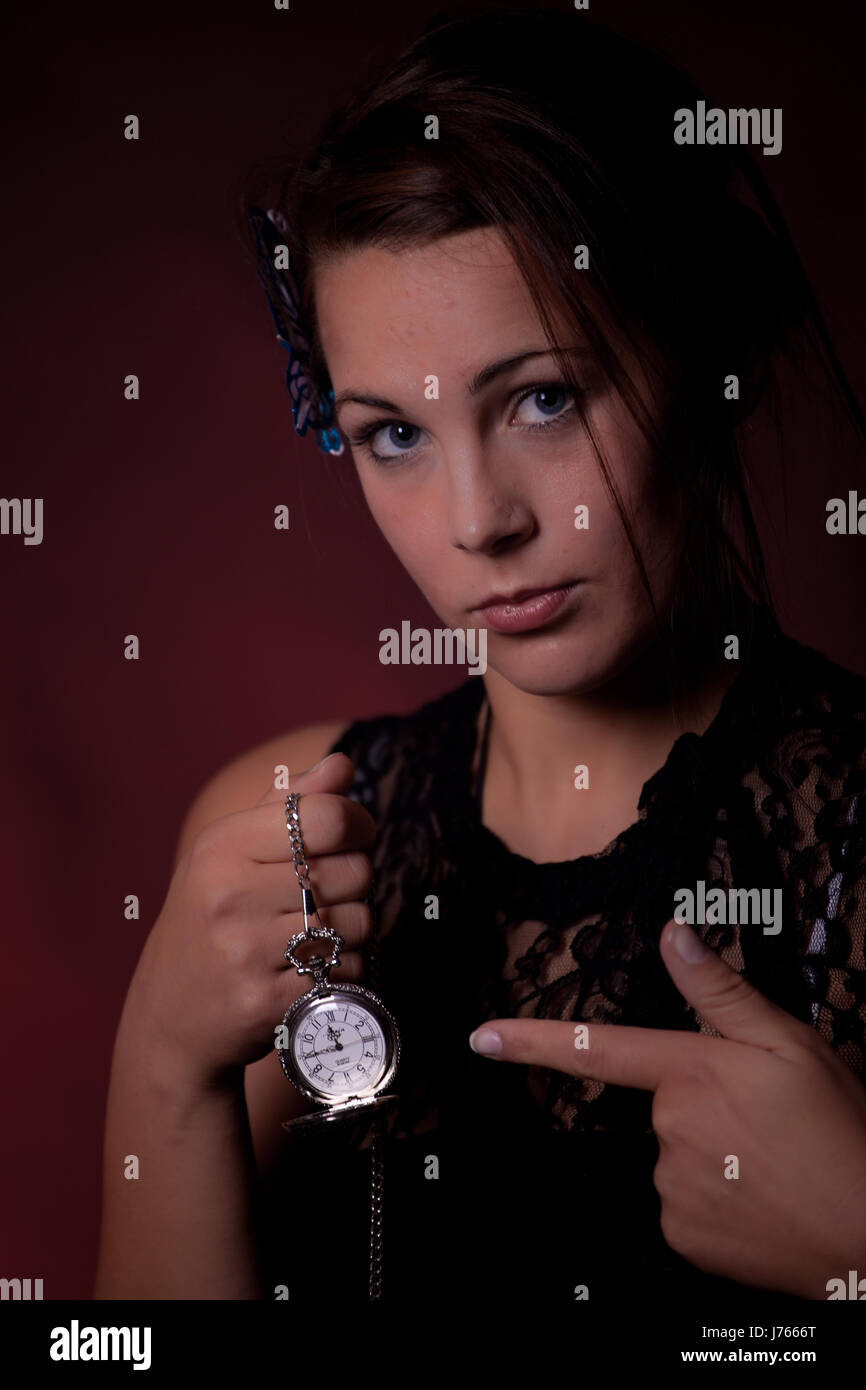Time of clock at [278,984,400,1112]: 11:44
